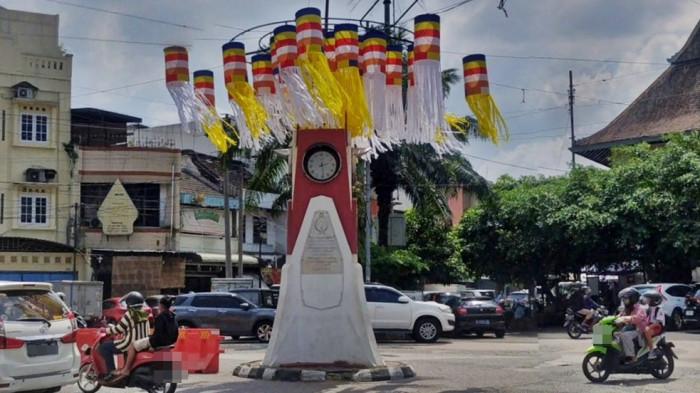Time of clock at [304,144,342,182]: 2:29
